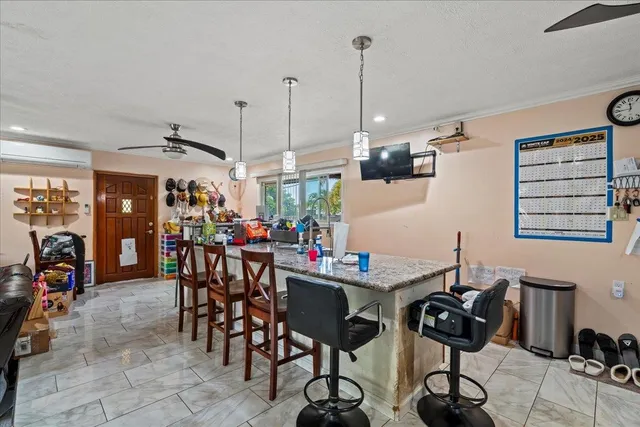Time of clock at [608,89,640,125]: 11:44
